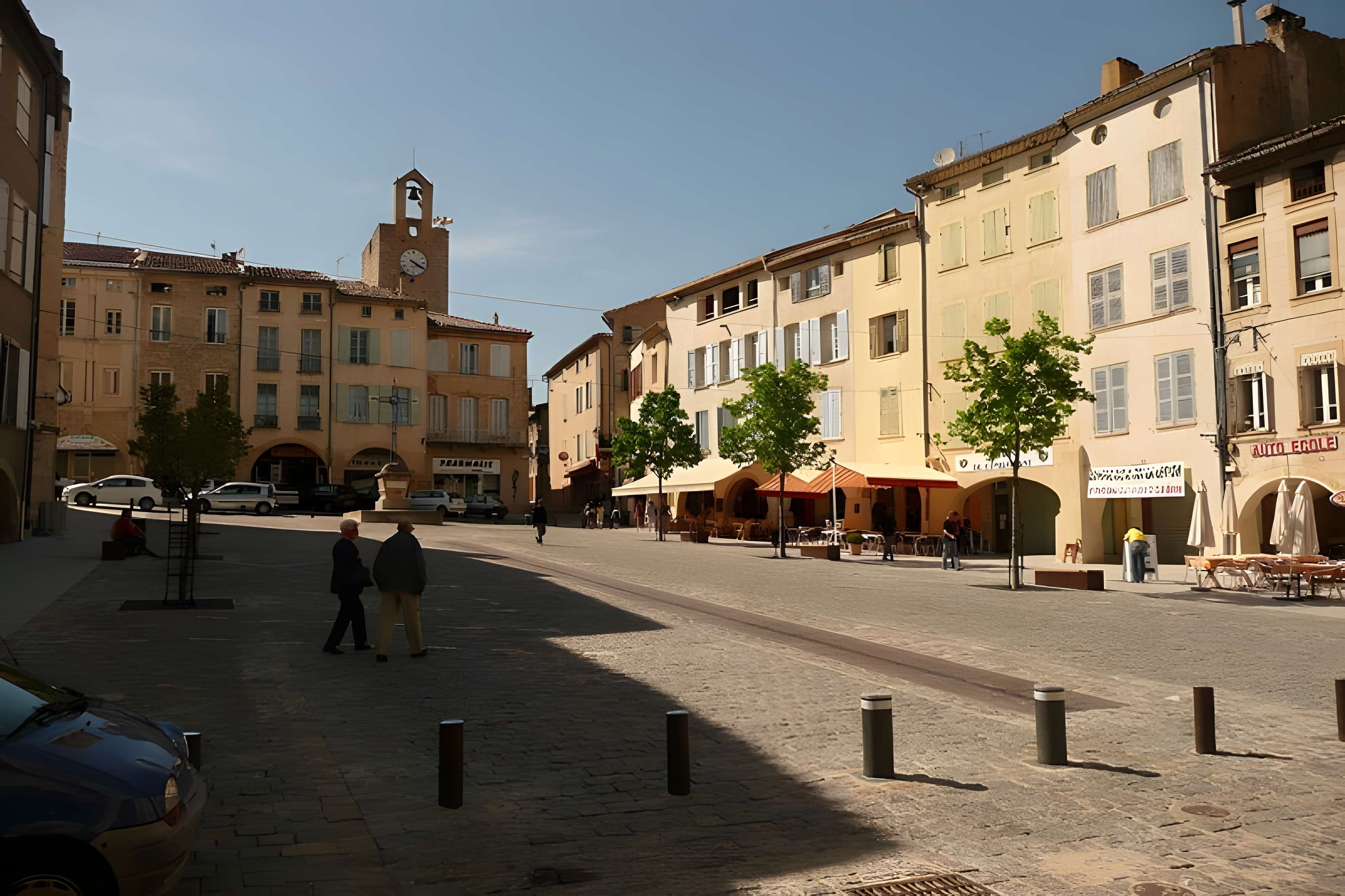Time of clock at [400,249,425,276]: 4:19
